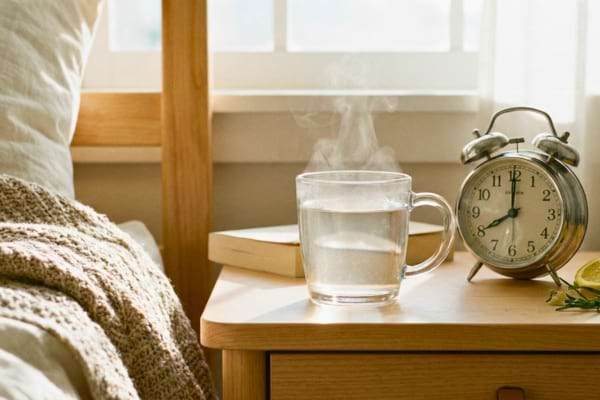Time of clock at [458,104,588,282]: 8:00
